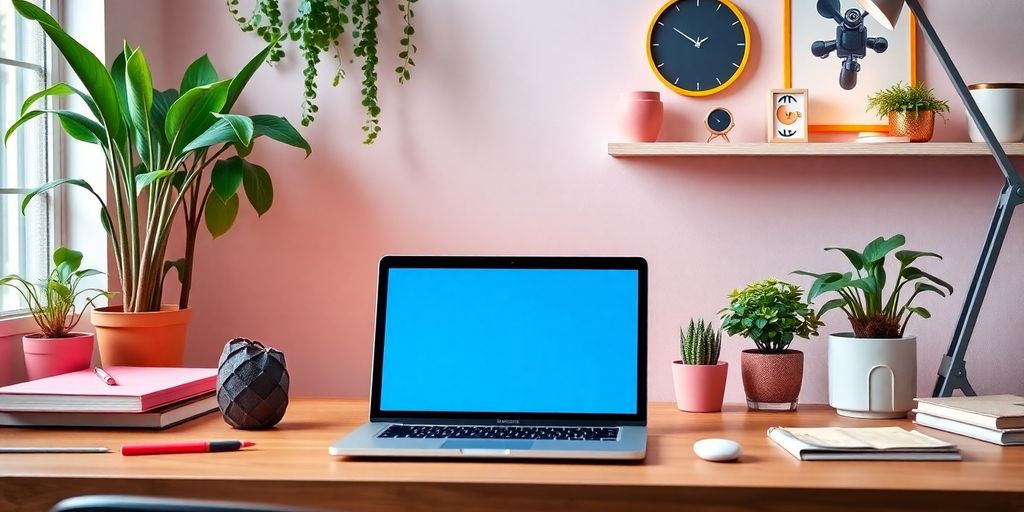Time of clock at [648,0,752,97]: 1:50
